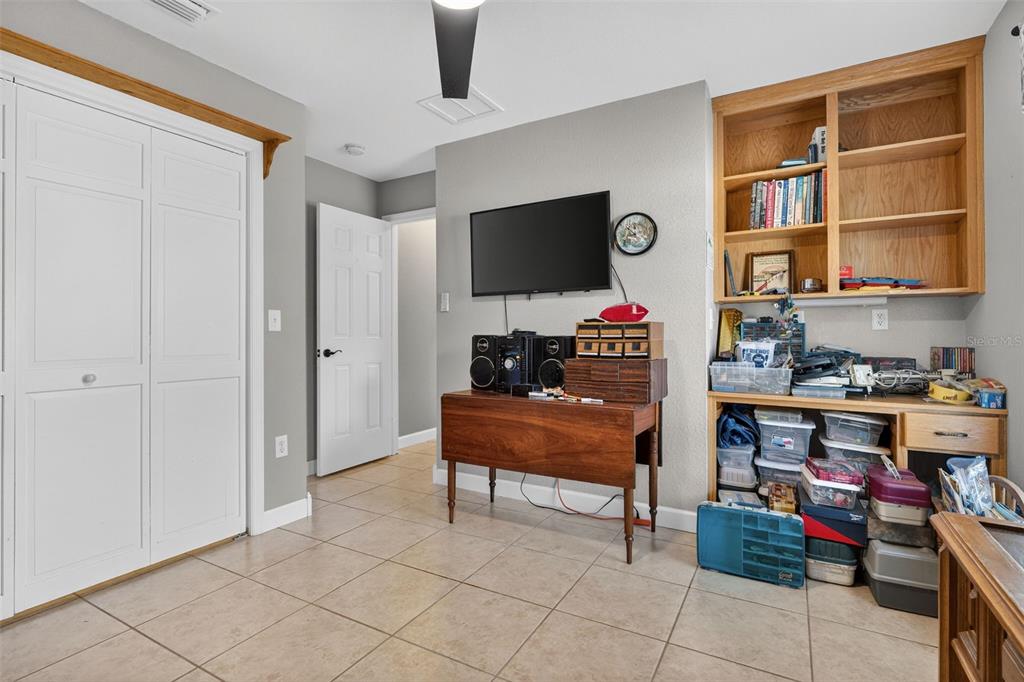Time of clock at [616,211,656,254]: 8:51
